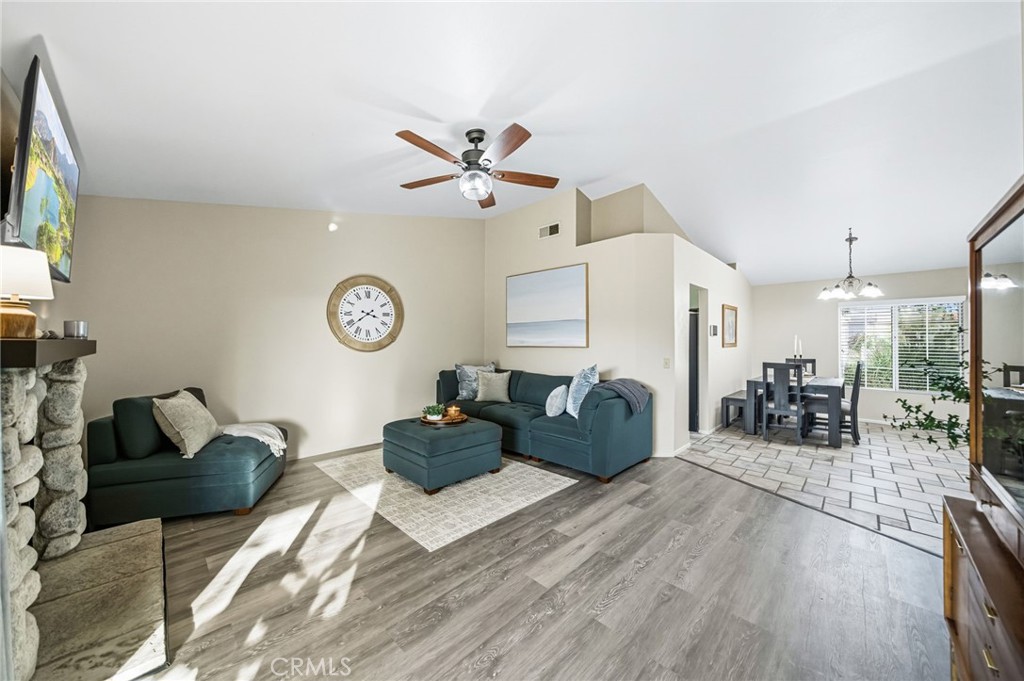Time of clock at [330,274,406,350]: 3:38
